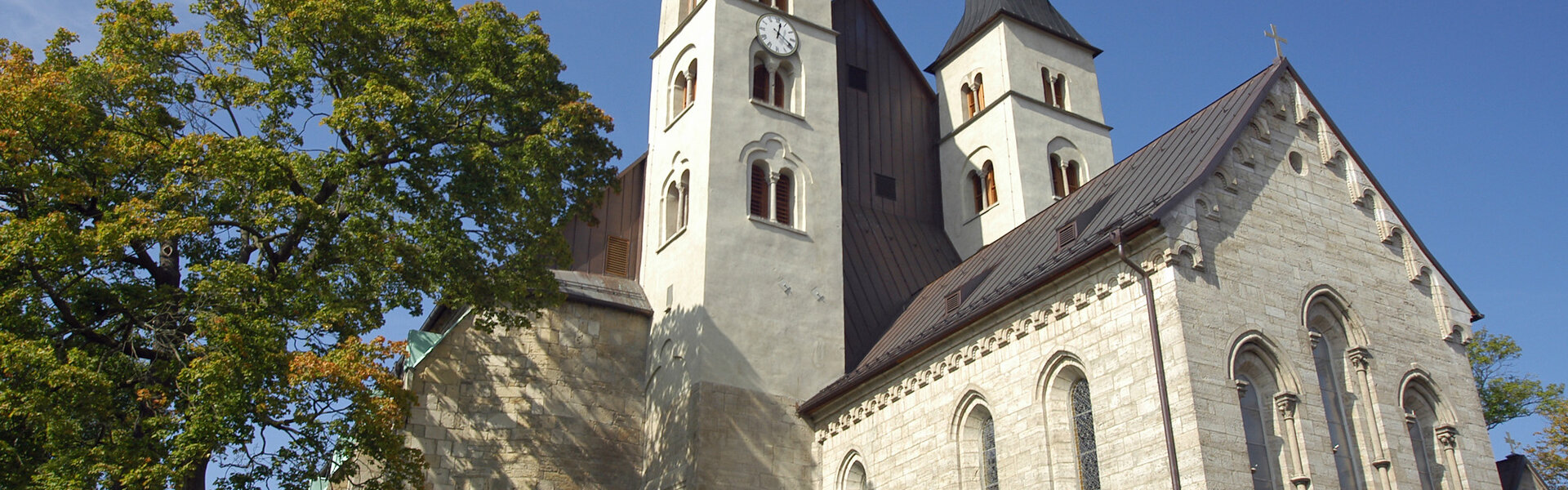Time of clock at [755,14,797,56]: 12:19
